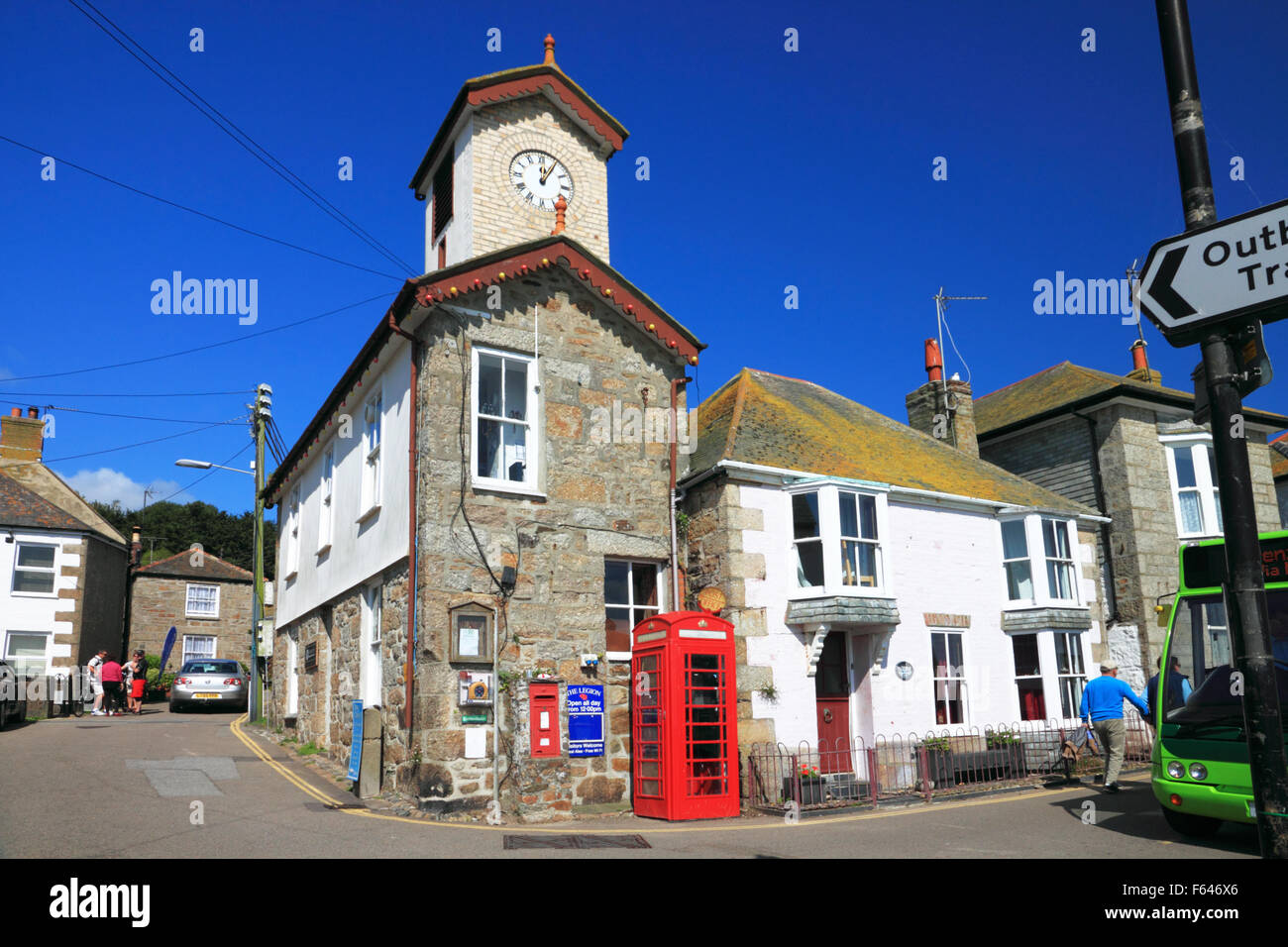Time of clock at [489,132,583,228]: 12:05
